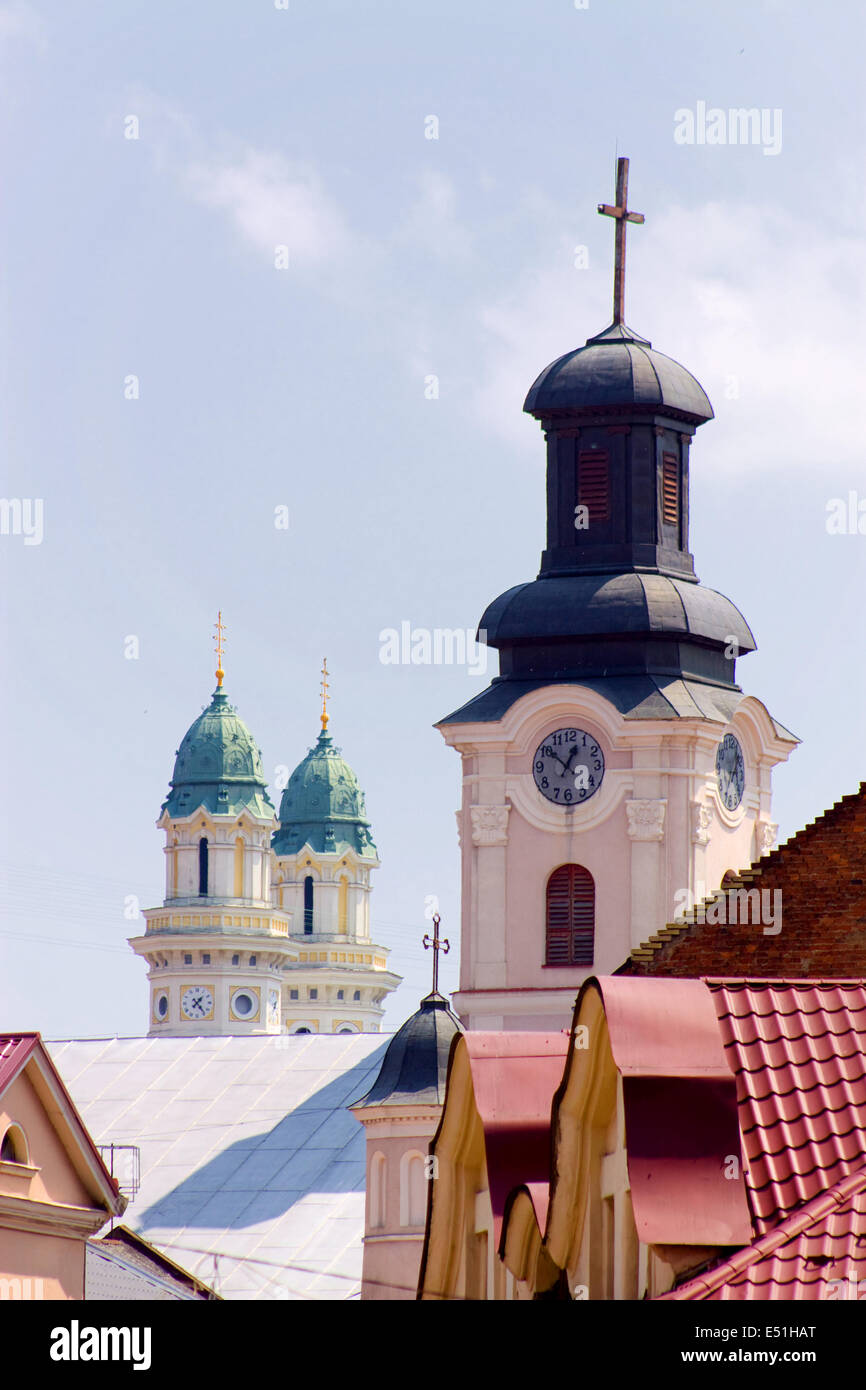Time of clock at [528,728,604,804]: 12:51
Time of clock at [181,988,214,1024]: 1:23
